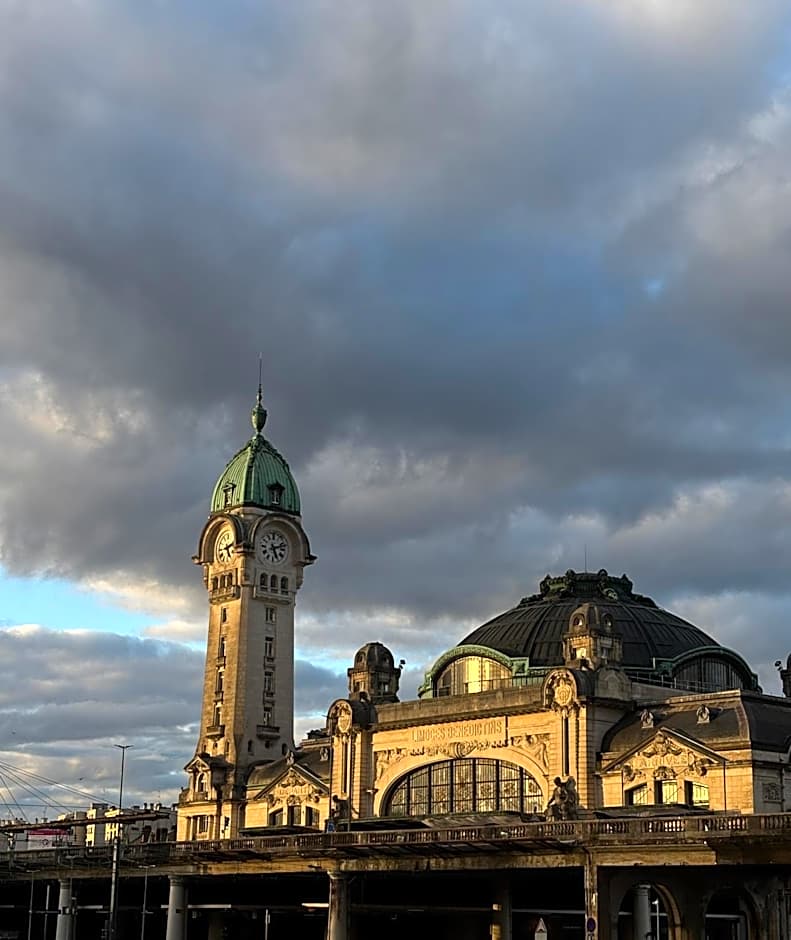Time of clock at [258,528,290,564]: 5:12
